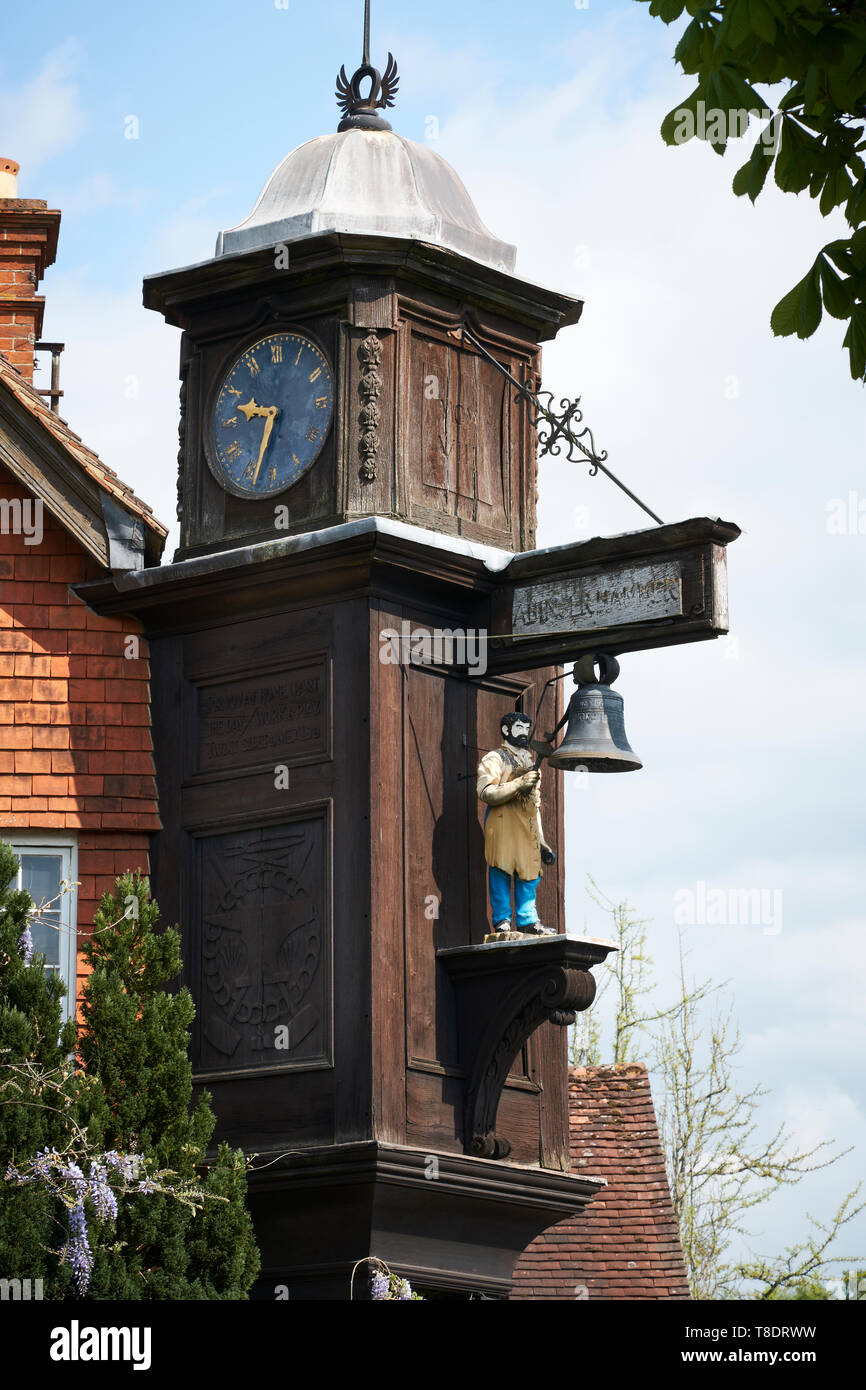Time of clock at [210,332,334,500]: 9:33
